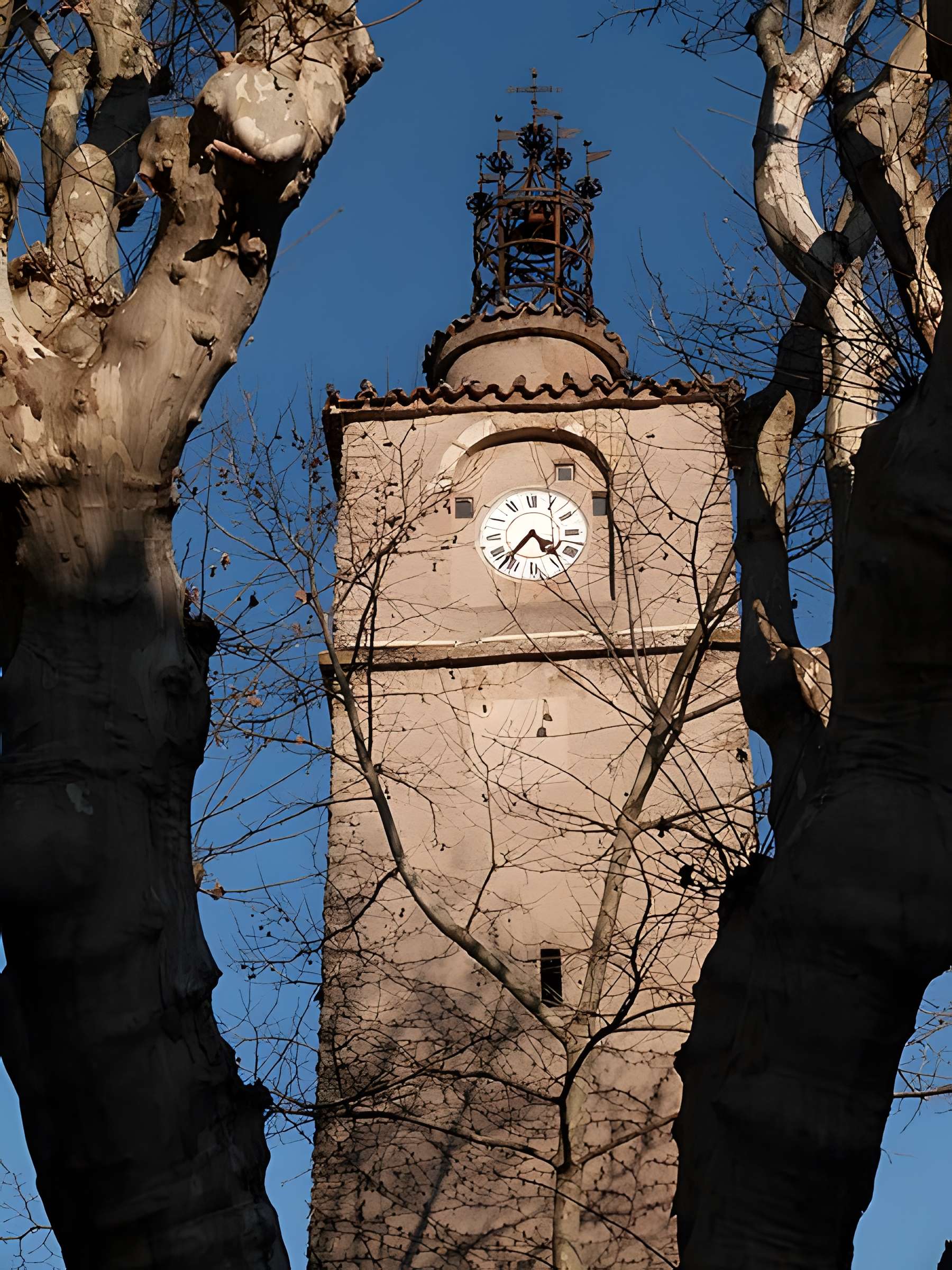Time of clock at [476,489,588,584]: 4:36
